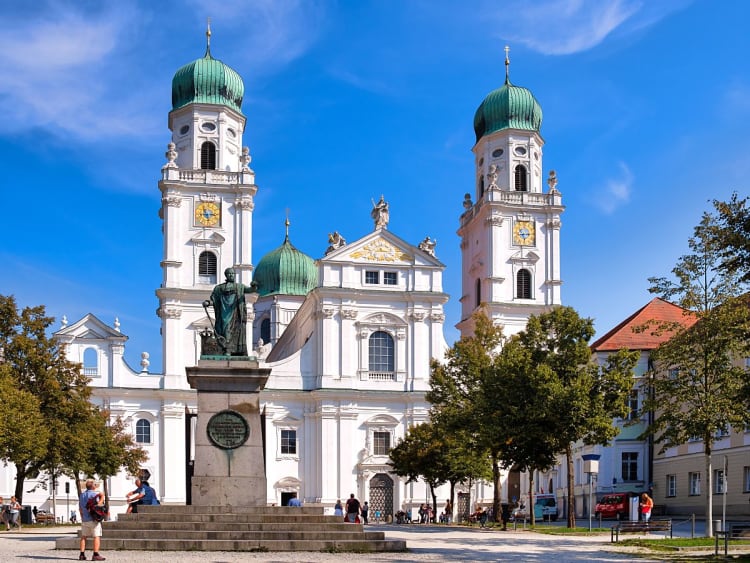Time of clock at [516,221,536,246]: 5:15
